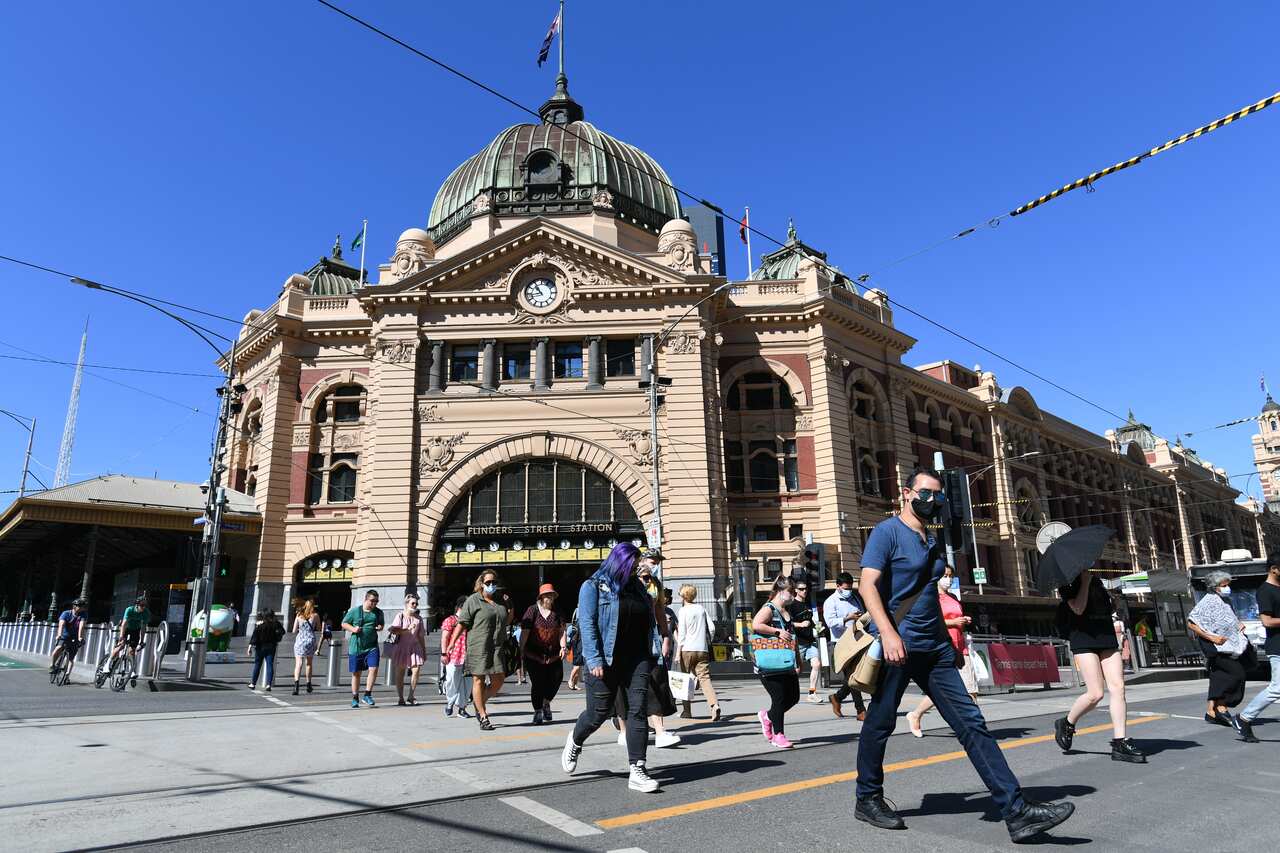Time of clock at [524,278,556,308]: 10:43
